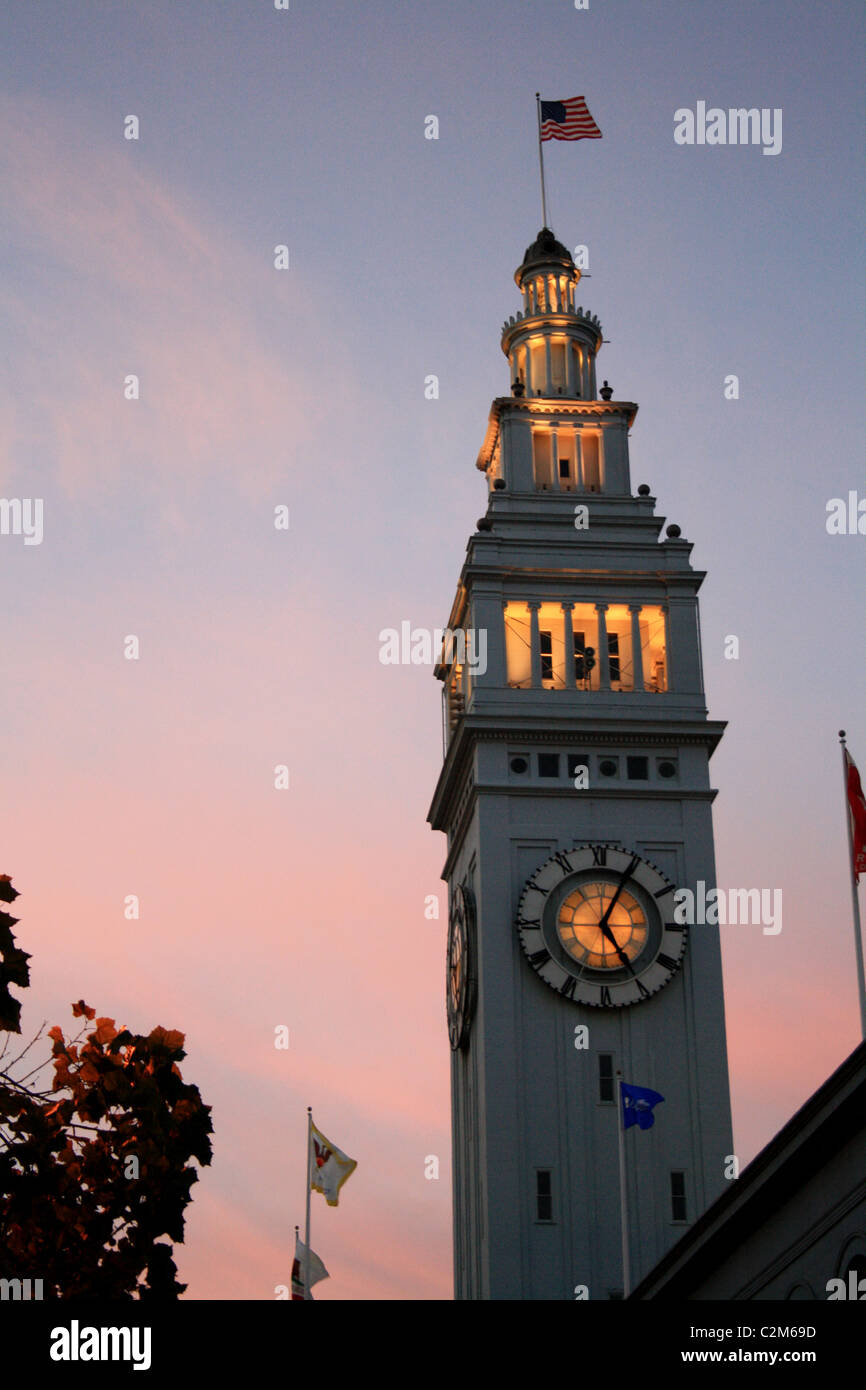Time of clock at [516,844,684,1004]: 5:04
